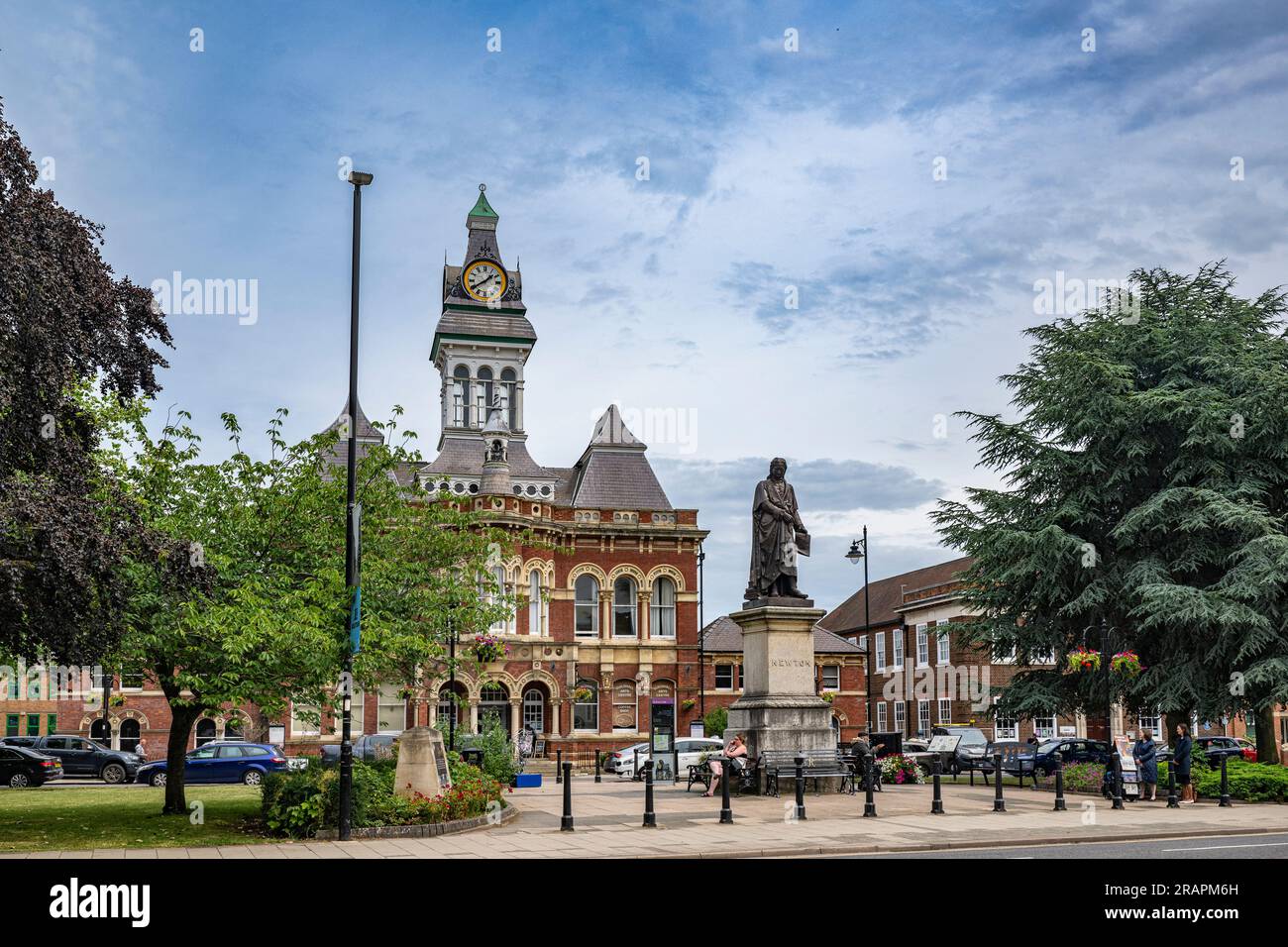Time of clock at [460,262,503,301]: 1:39
